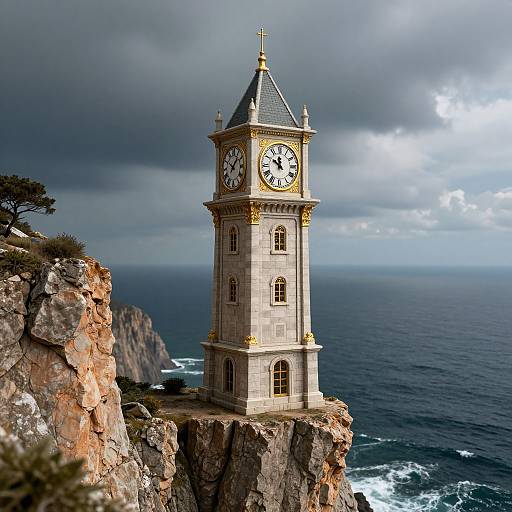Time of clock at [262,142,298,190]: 11:50
